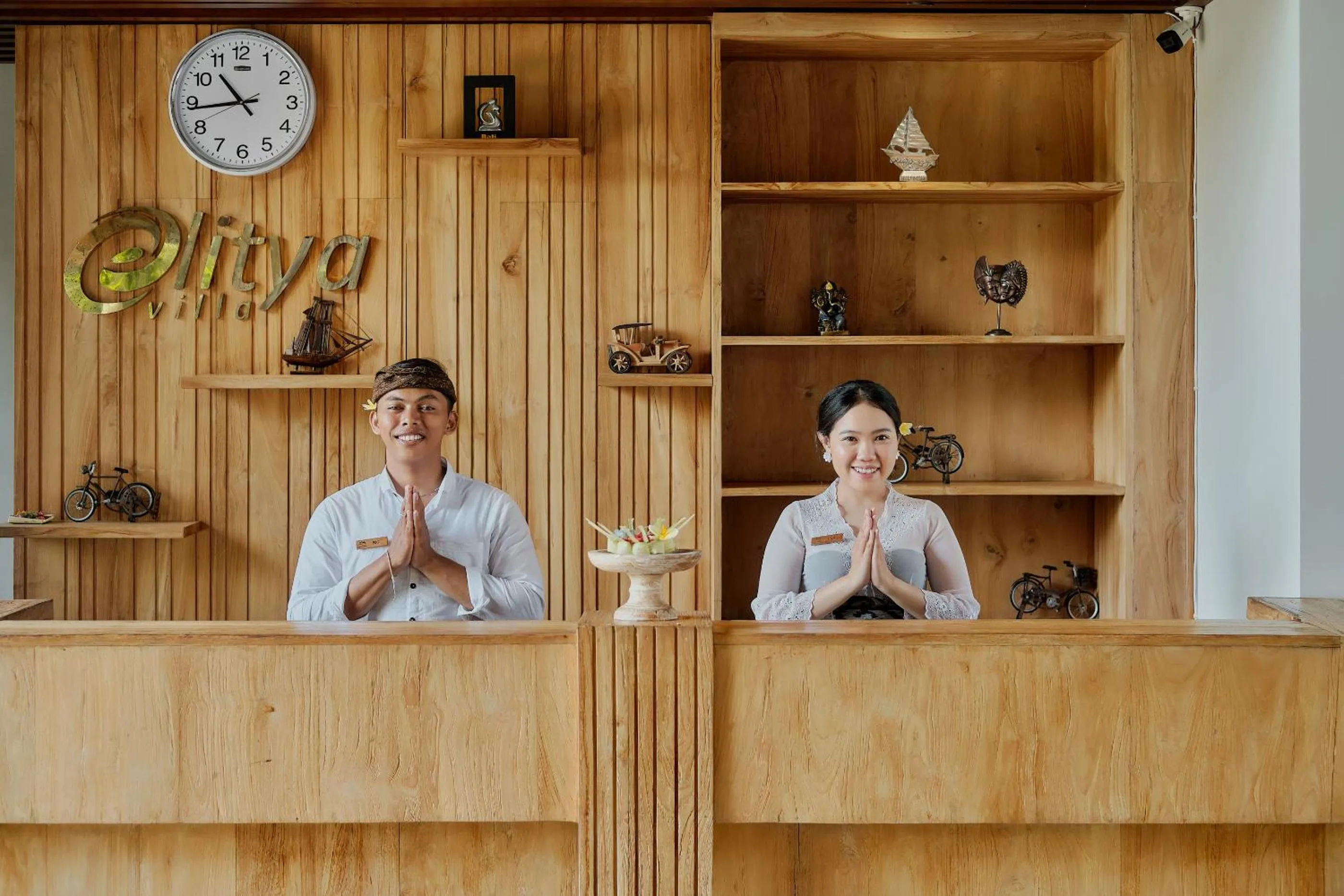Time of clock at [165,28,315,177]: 10:43
